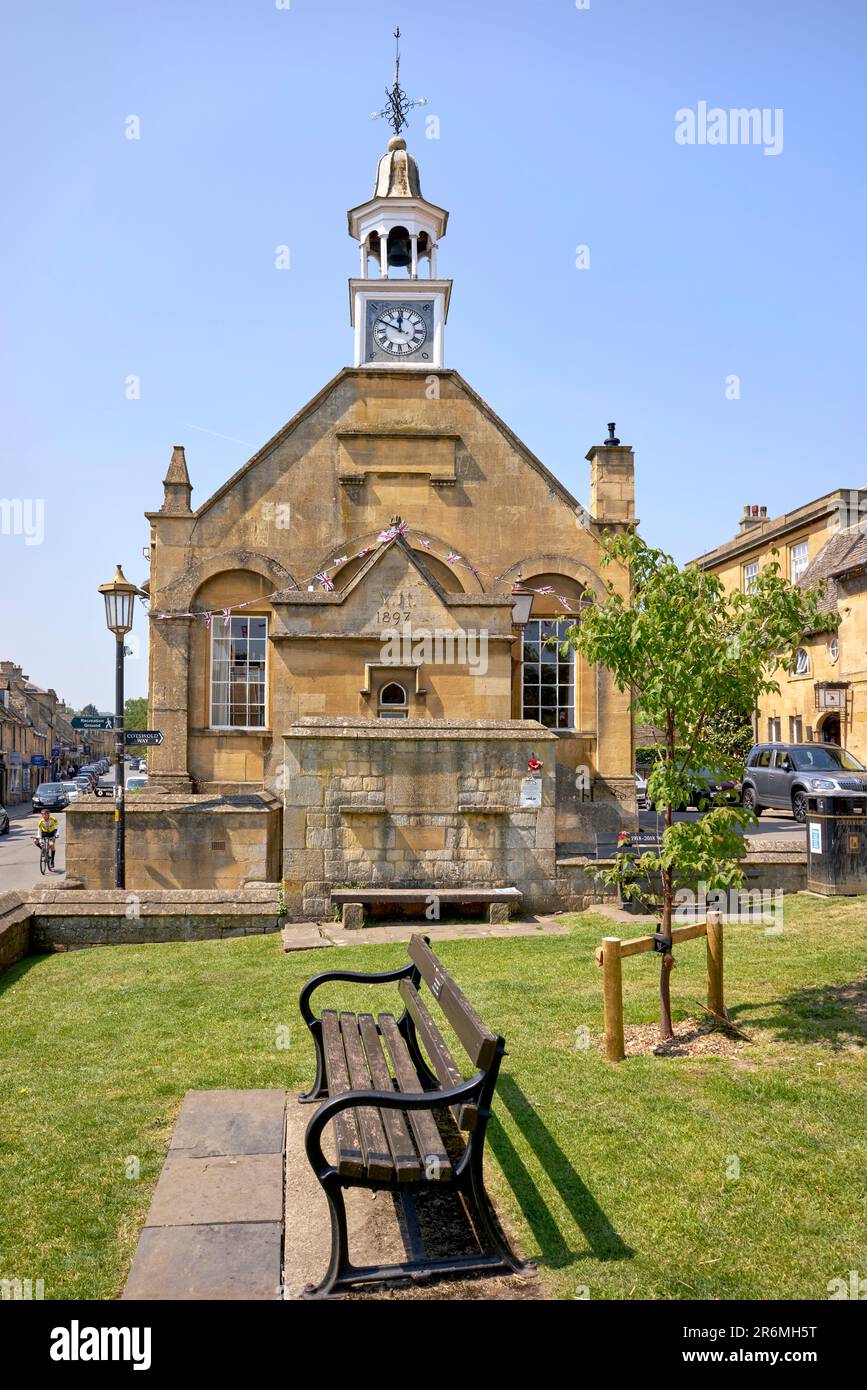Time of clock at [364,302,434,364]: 11:49
